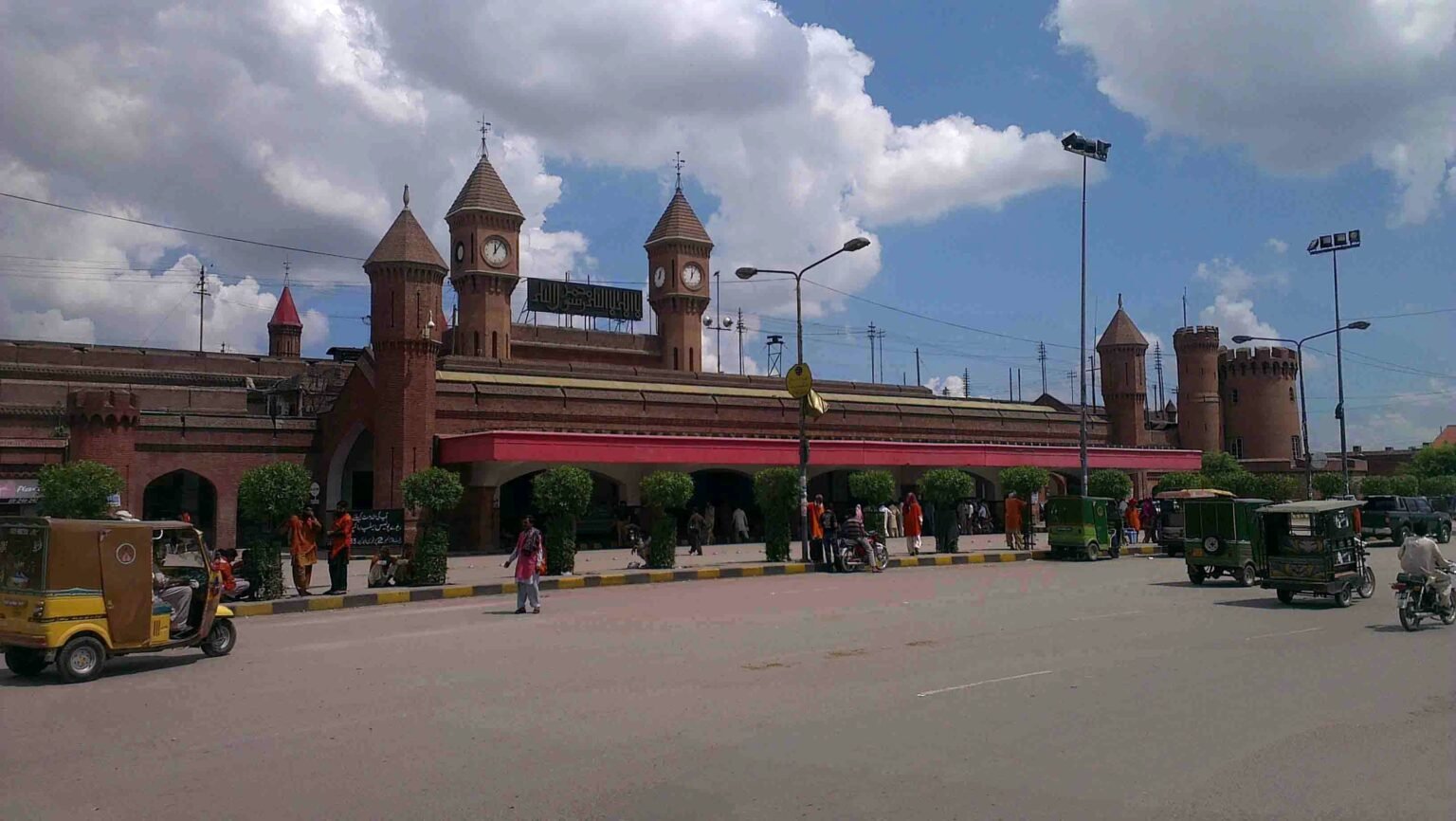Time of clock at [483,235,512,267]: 12:05
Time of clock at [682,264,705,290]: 12:04
